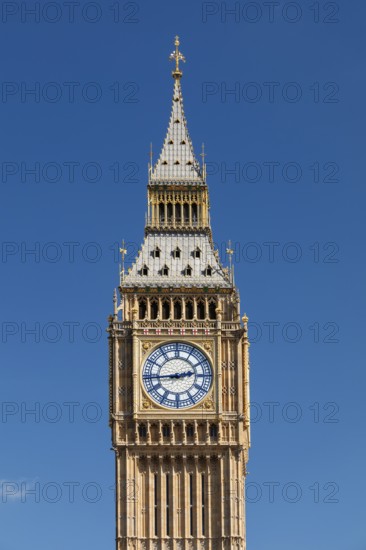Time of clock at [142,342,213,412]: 2:44
